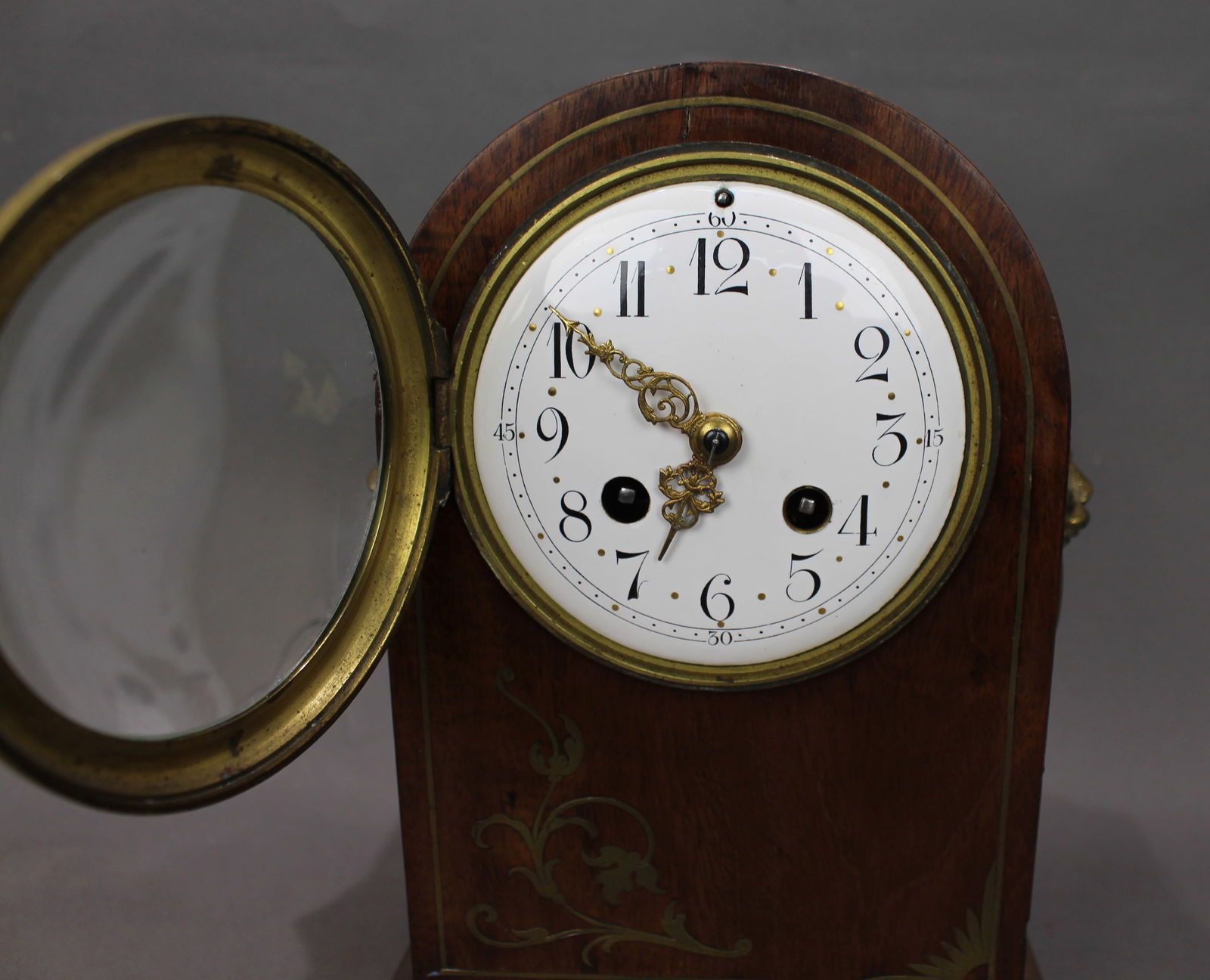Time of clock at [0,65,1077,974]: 6:50
